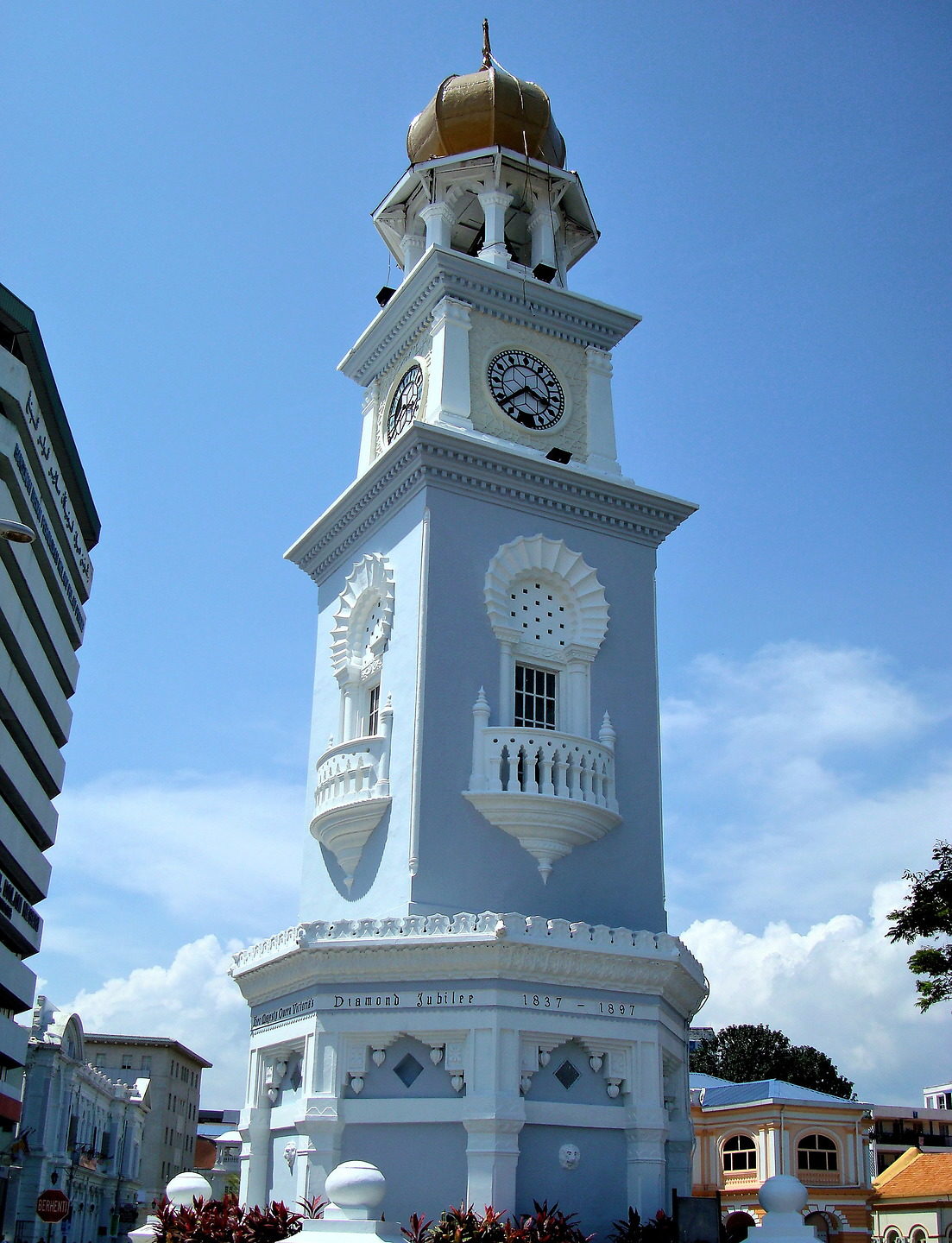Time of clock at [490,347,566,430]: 3:38
